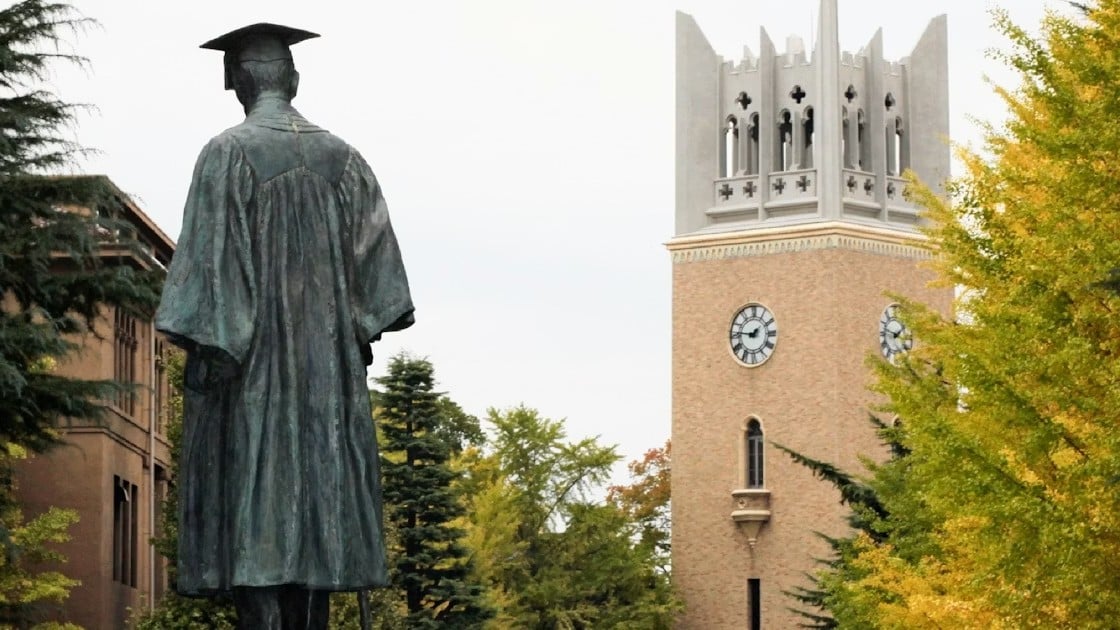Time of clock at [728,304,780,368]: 1:46
